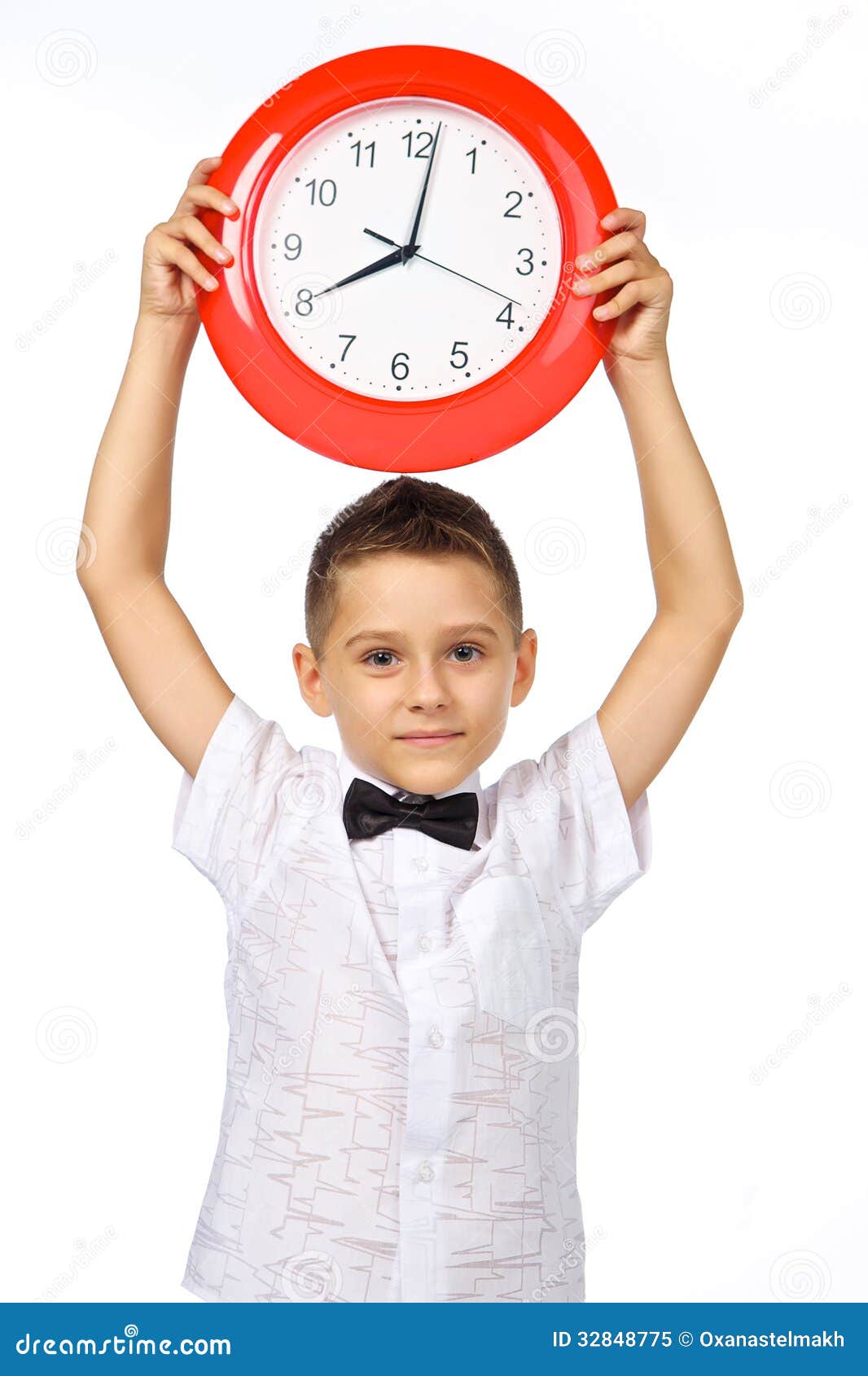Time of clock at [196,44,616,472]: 8:01
